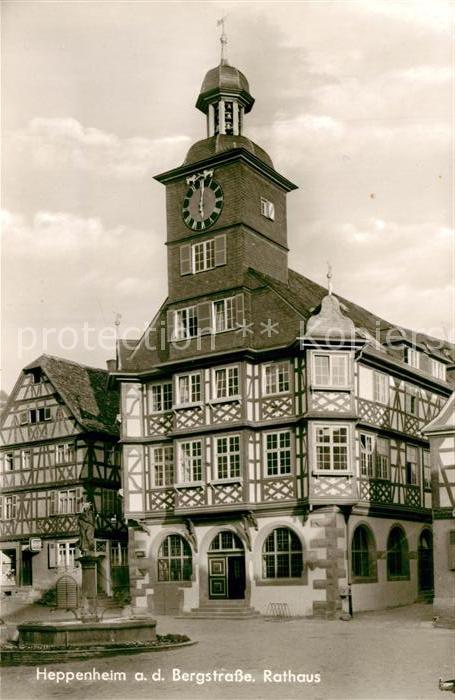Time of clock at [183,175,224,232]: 6:00
